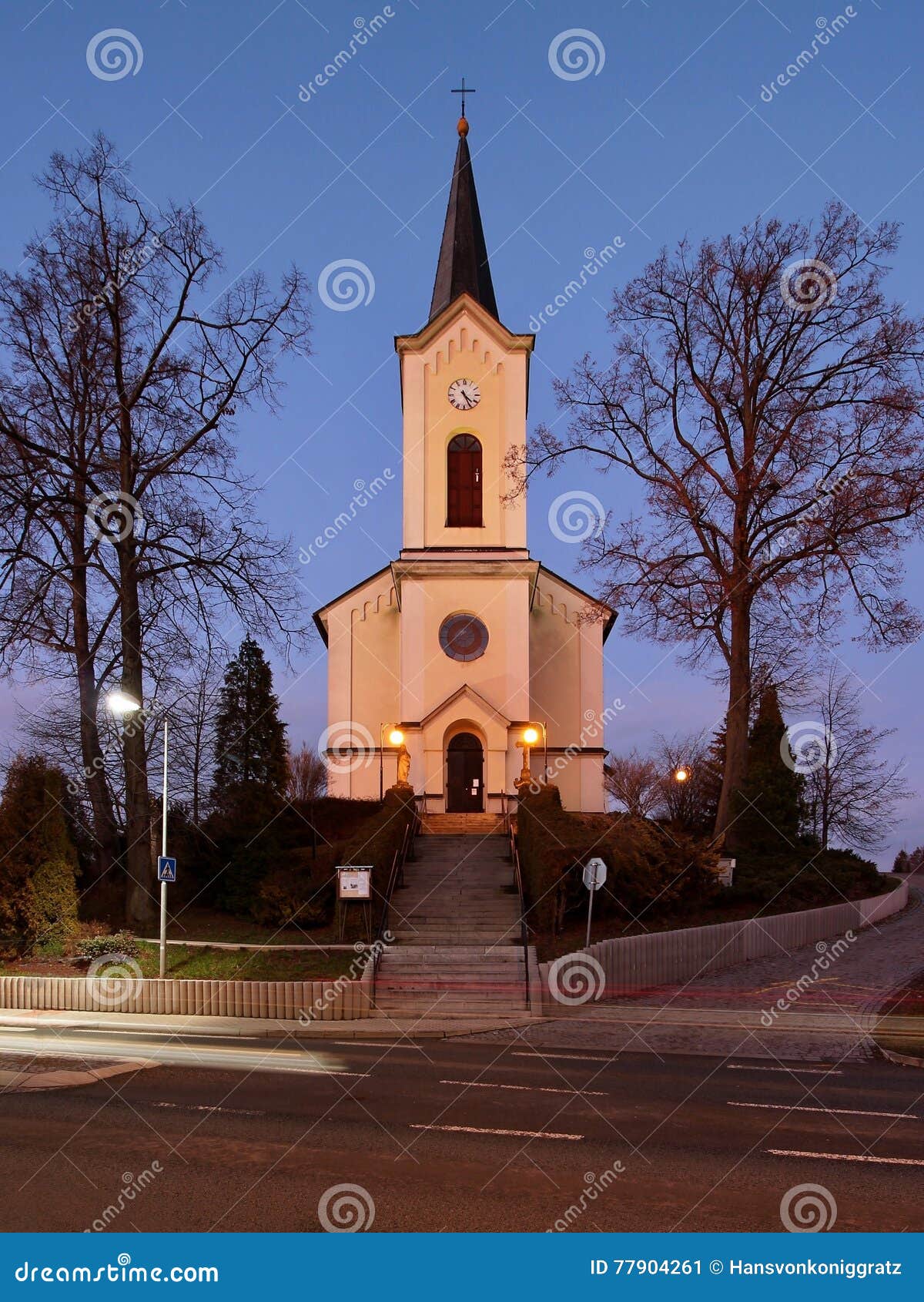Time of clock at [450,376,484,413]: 4:25
